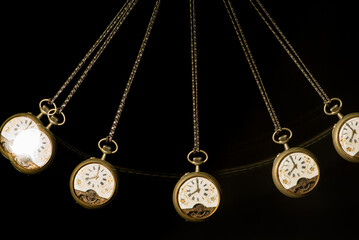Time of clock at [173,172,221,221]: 7:59
